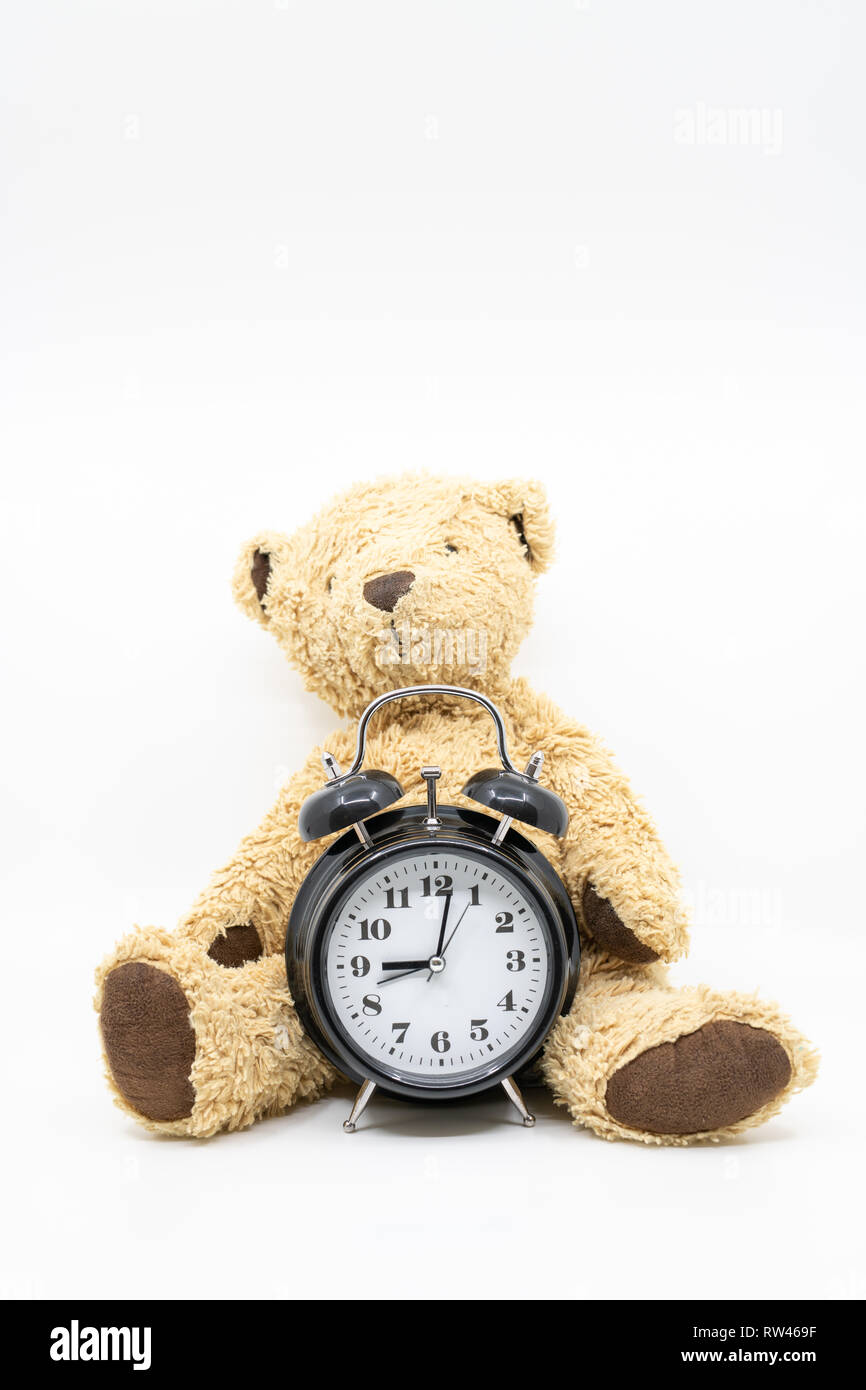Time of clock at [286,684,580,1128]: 9:01
